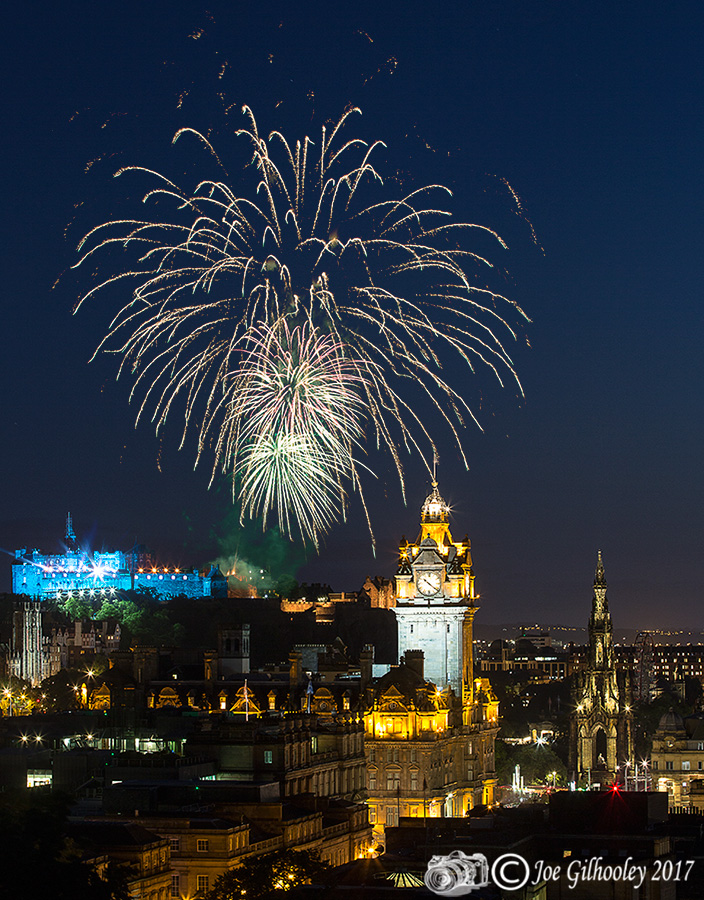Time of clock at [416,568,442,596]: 10:21
